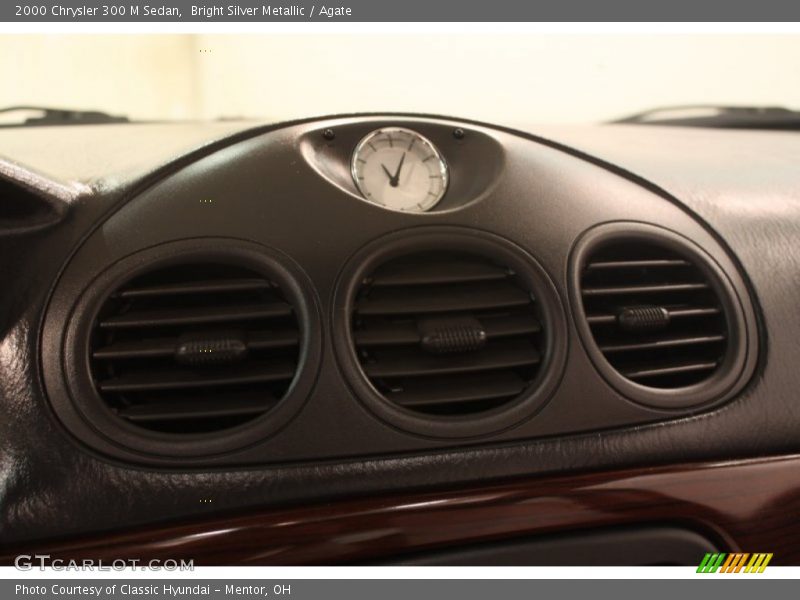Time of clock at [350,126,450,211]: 11:04
